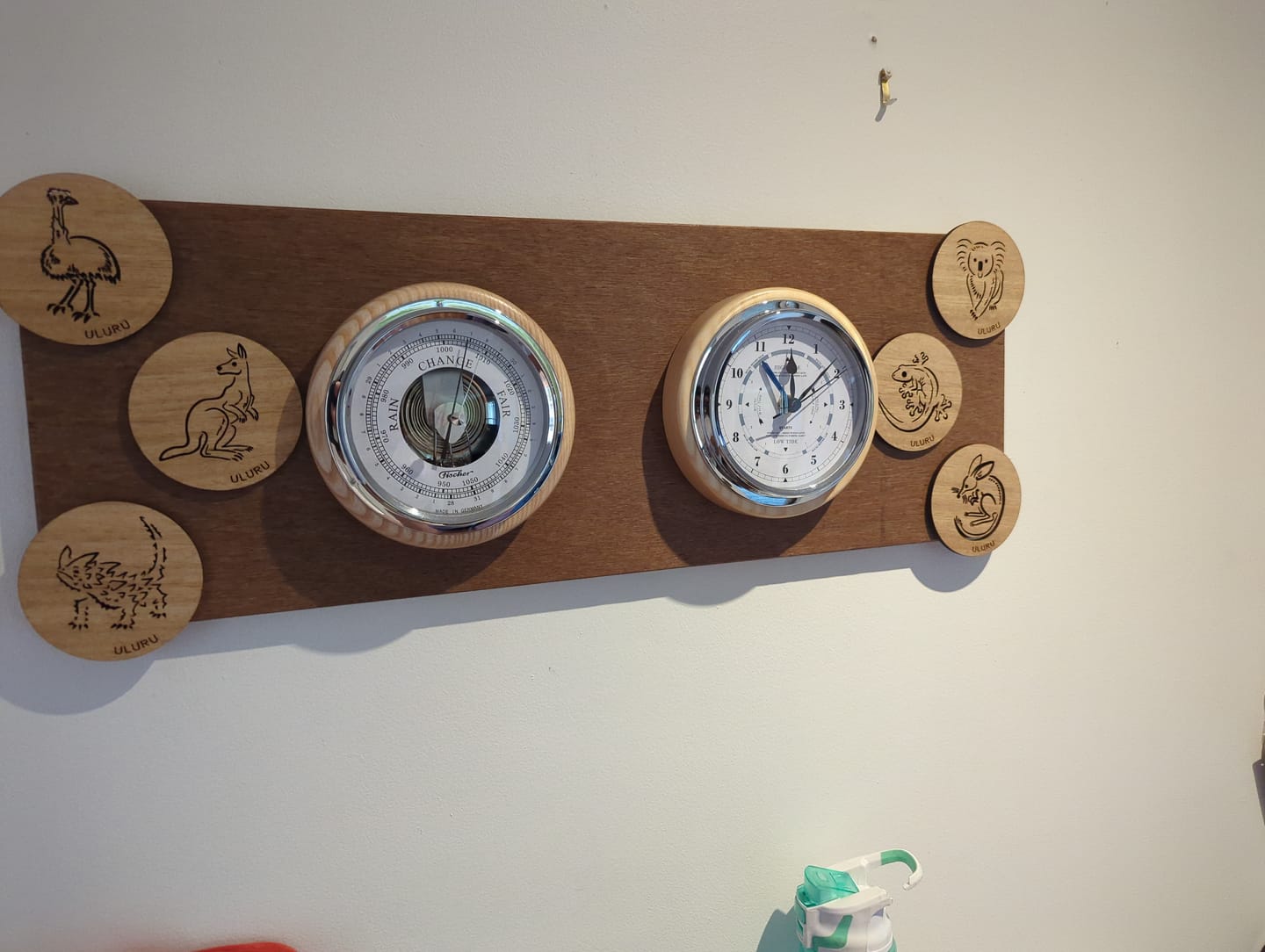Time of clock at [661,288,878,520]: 12:08
